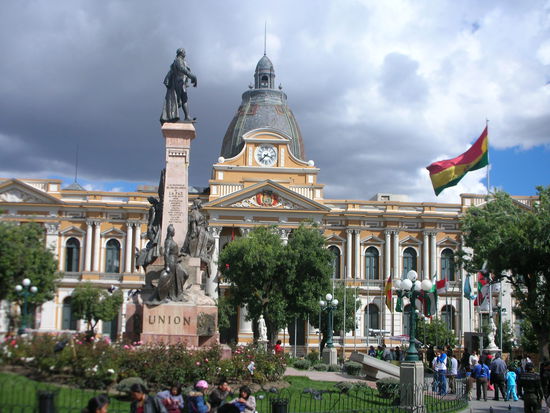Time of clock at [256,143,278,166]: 3:37
